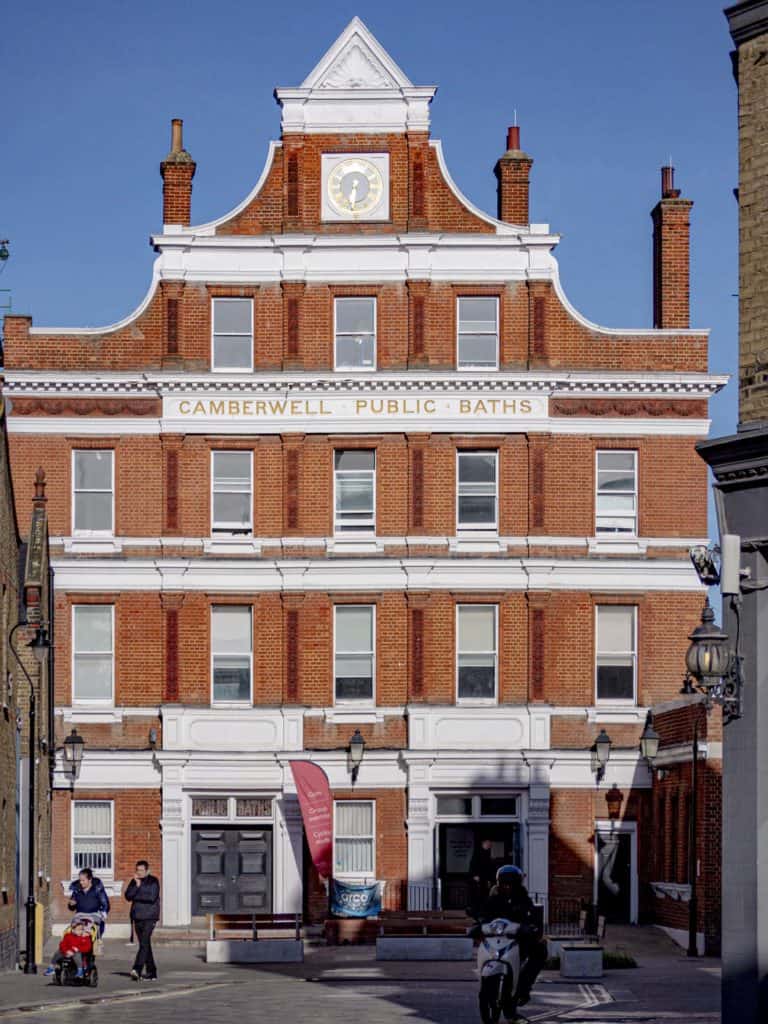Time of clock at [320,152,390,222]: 6:31
